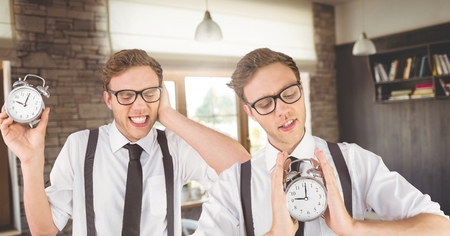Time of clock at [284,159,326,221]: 9:01
